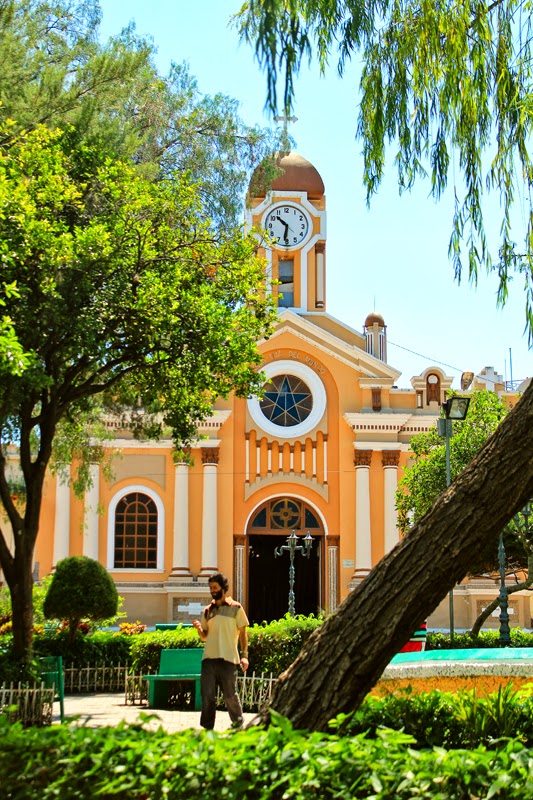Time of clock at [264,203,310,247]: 10:31
